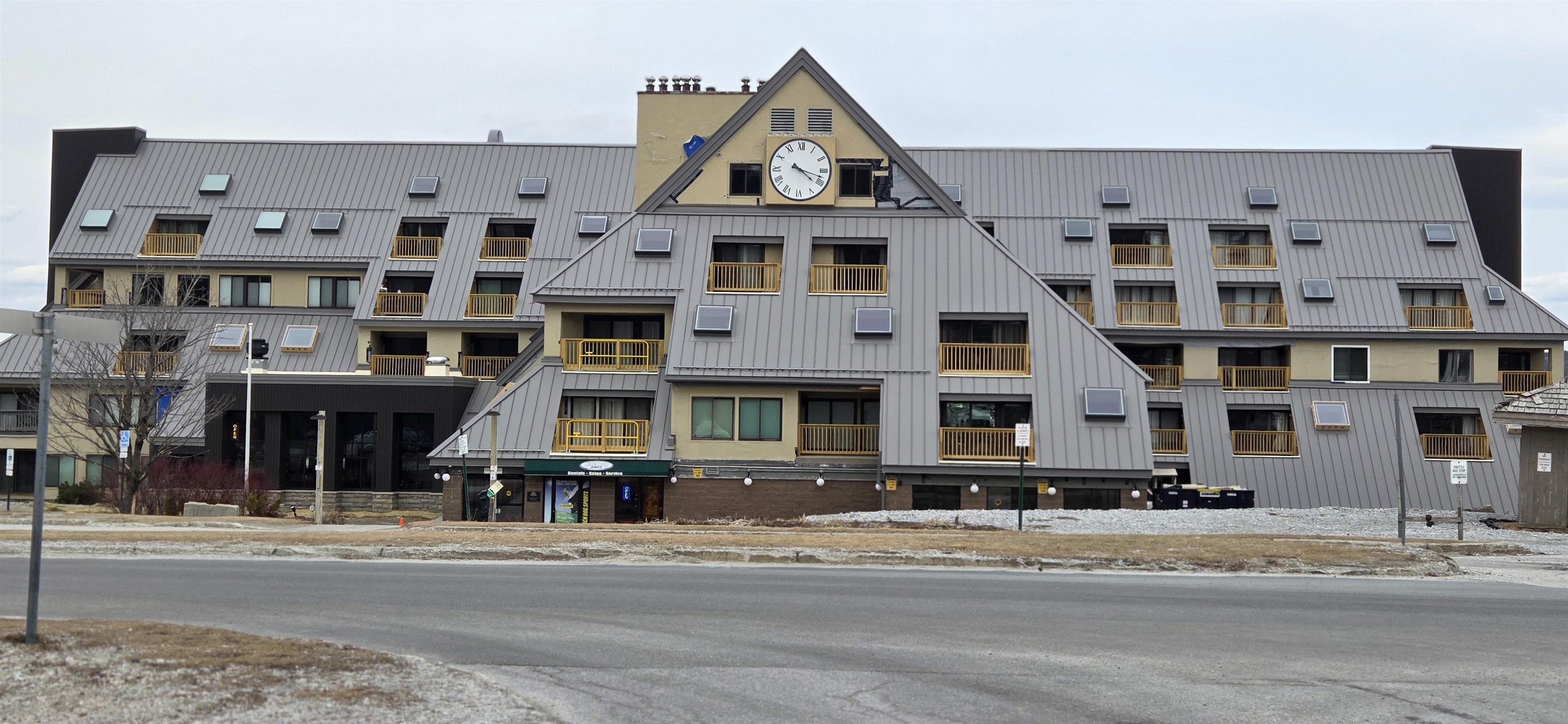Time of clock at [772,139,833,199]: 4:17
